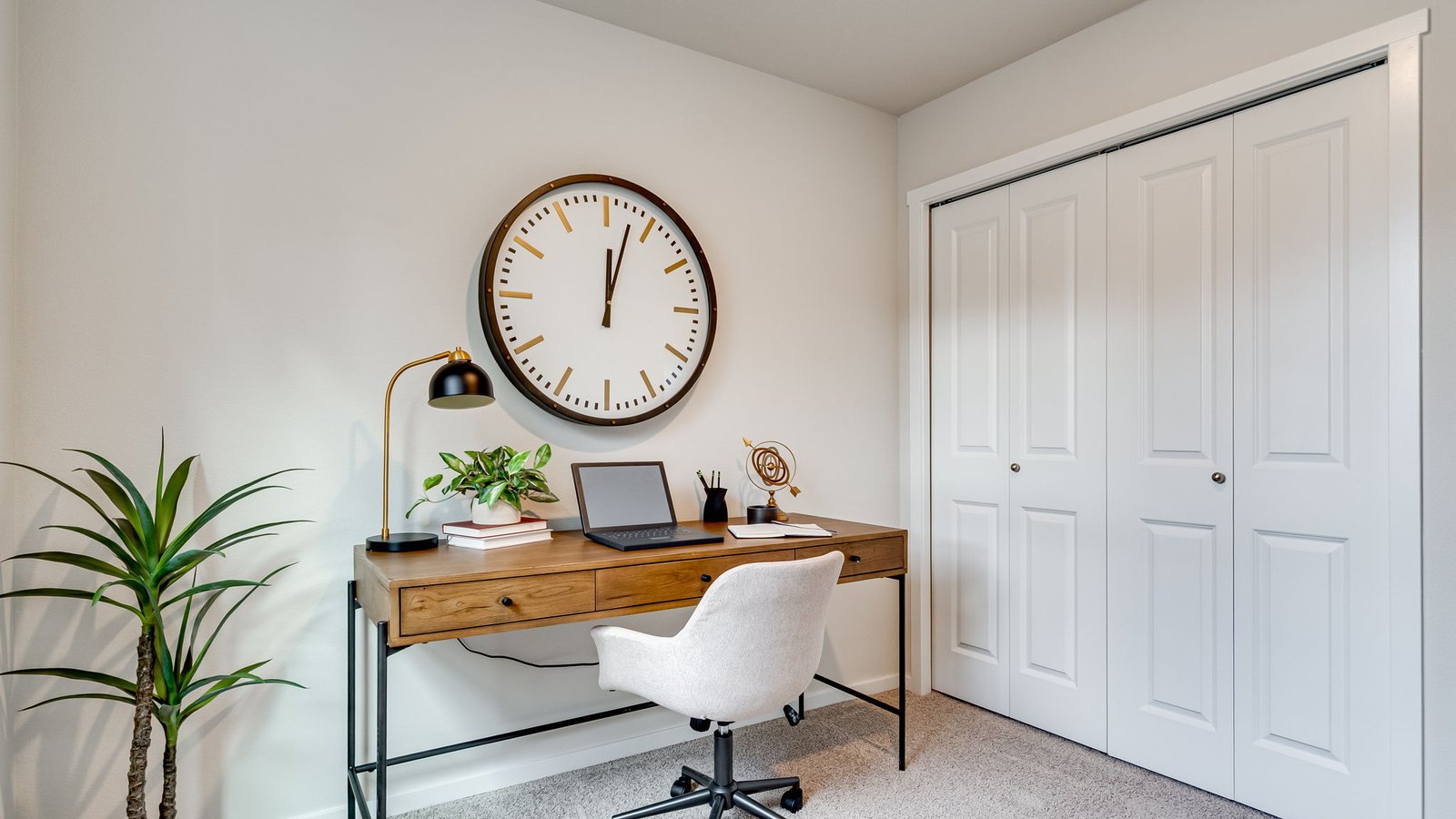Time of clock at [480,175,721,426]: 12:02
